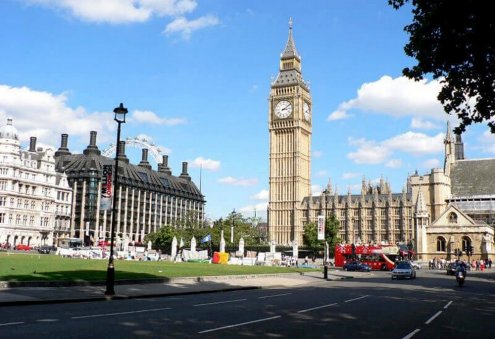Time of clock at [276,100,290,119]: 3:09
